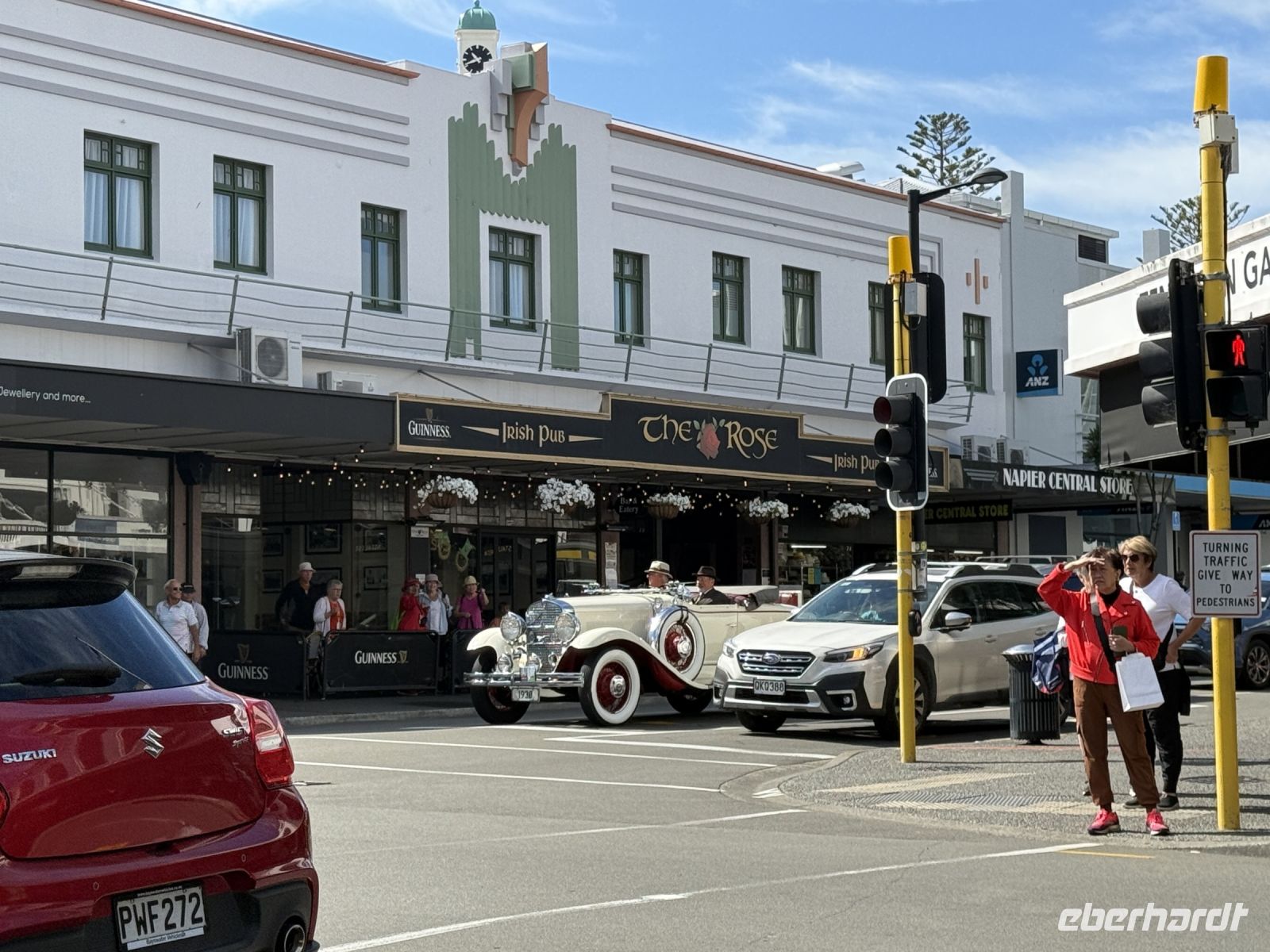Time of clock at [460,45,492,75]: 10:41
